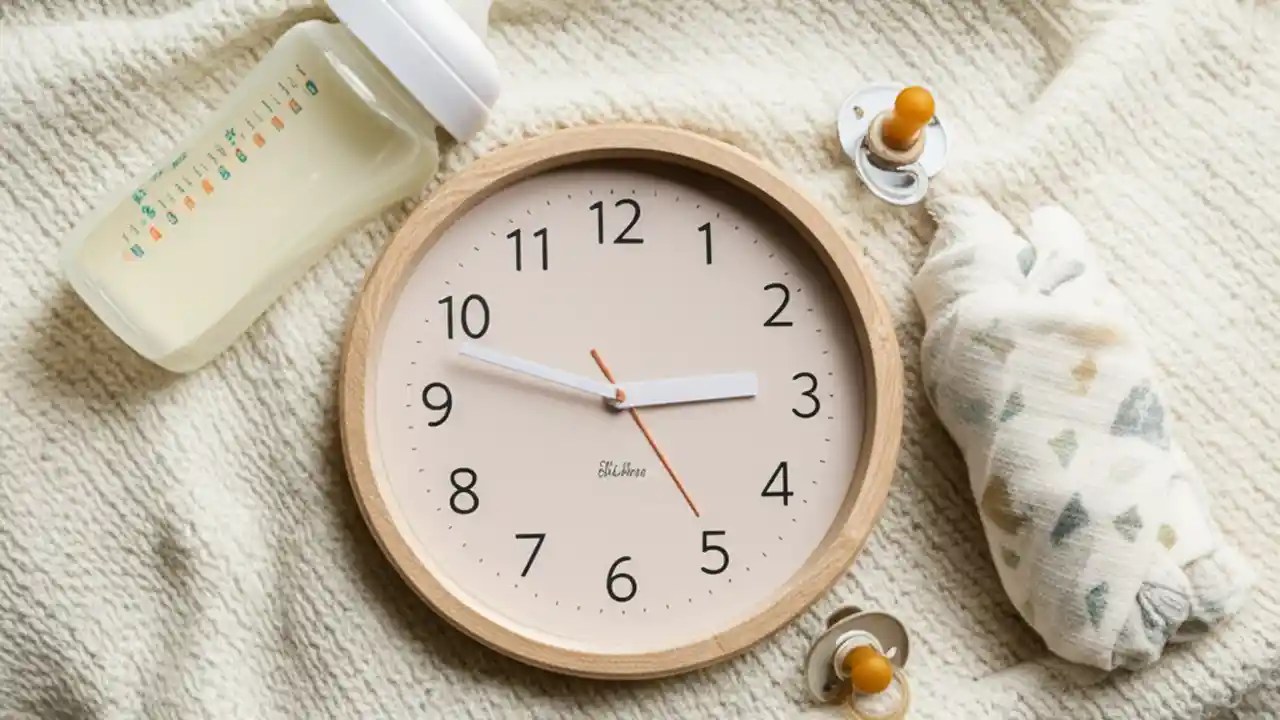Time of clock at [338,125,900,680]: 2:47
